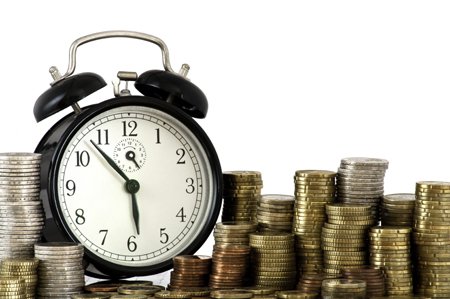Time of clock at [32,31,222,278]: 5:53
